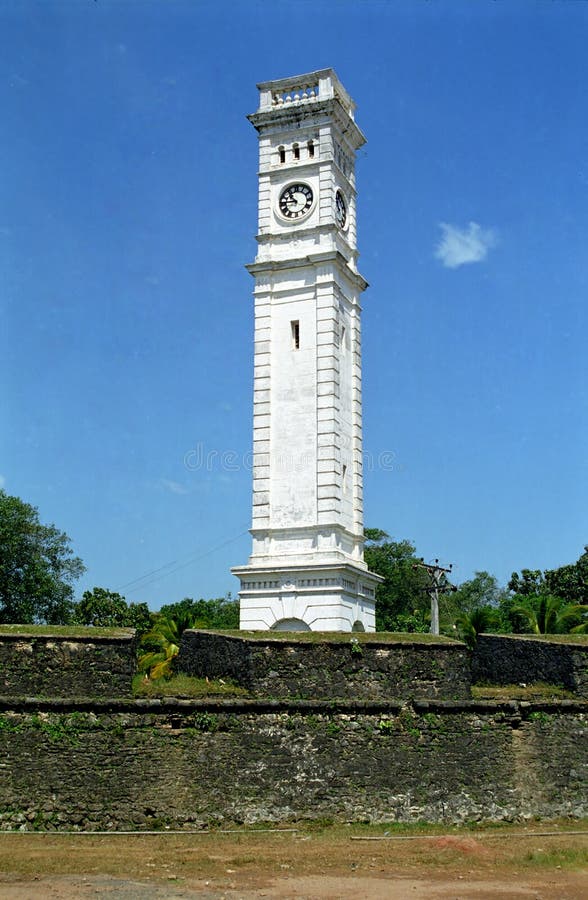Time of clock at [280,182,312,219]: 10:45
